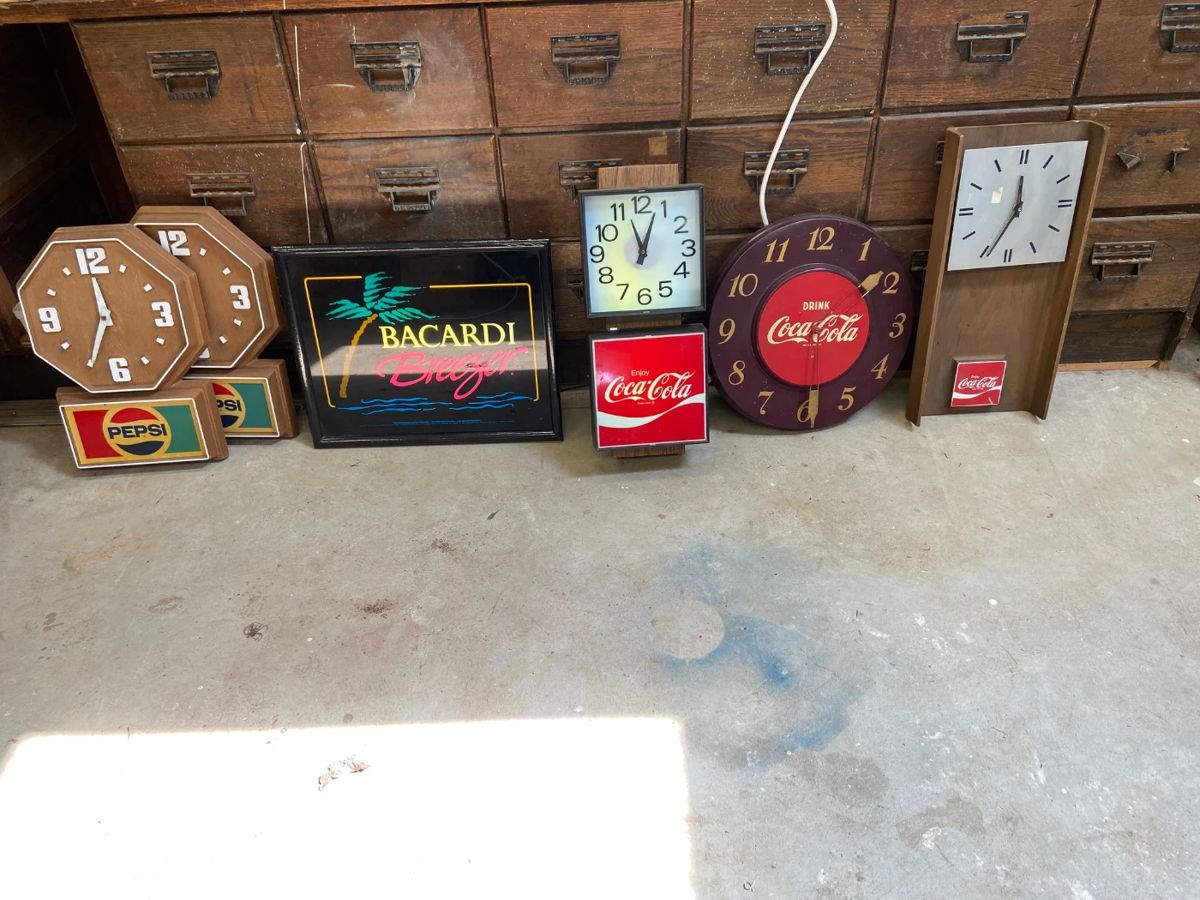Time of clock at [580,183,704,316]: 11:03
